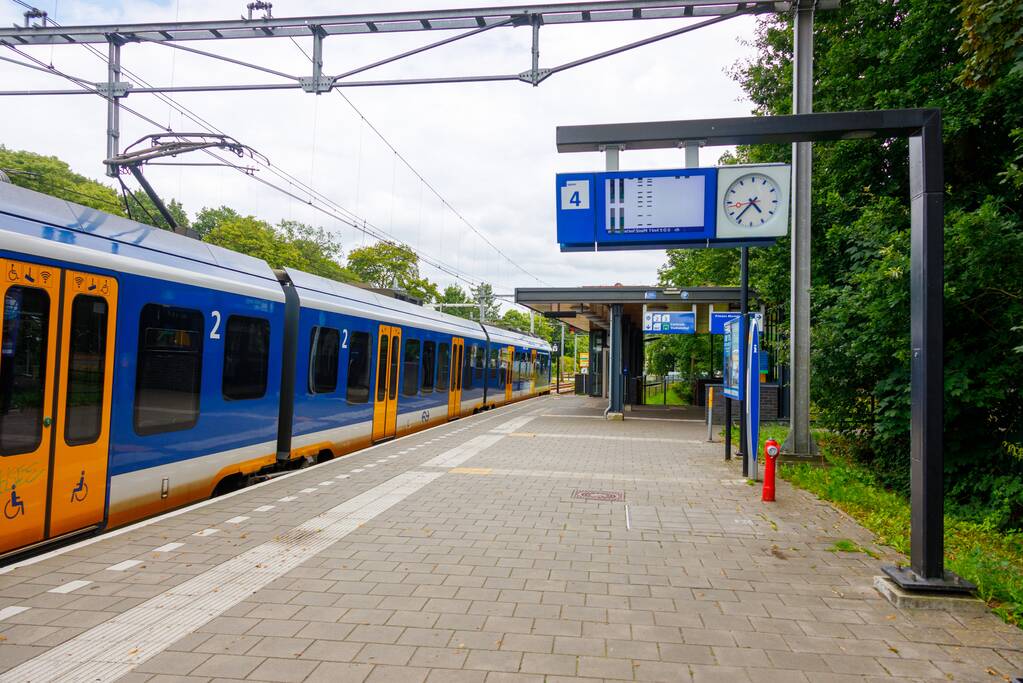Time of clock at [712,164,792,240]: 4:36
